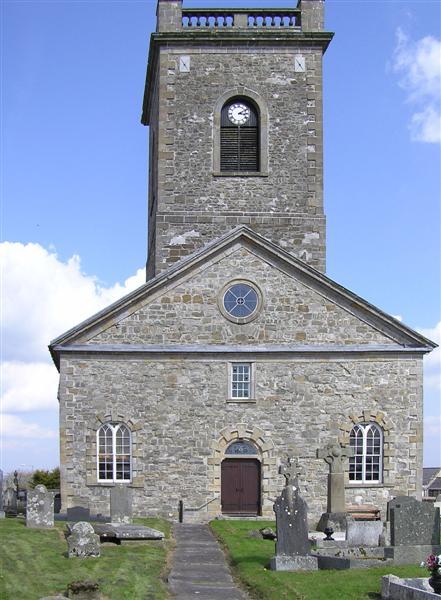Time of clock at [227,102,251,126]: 3:10
